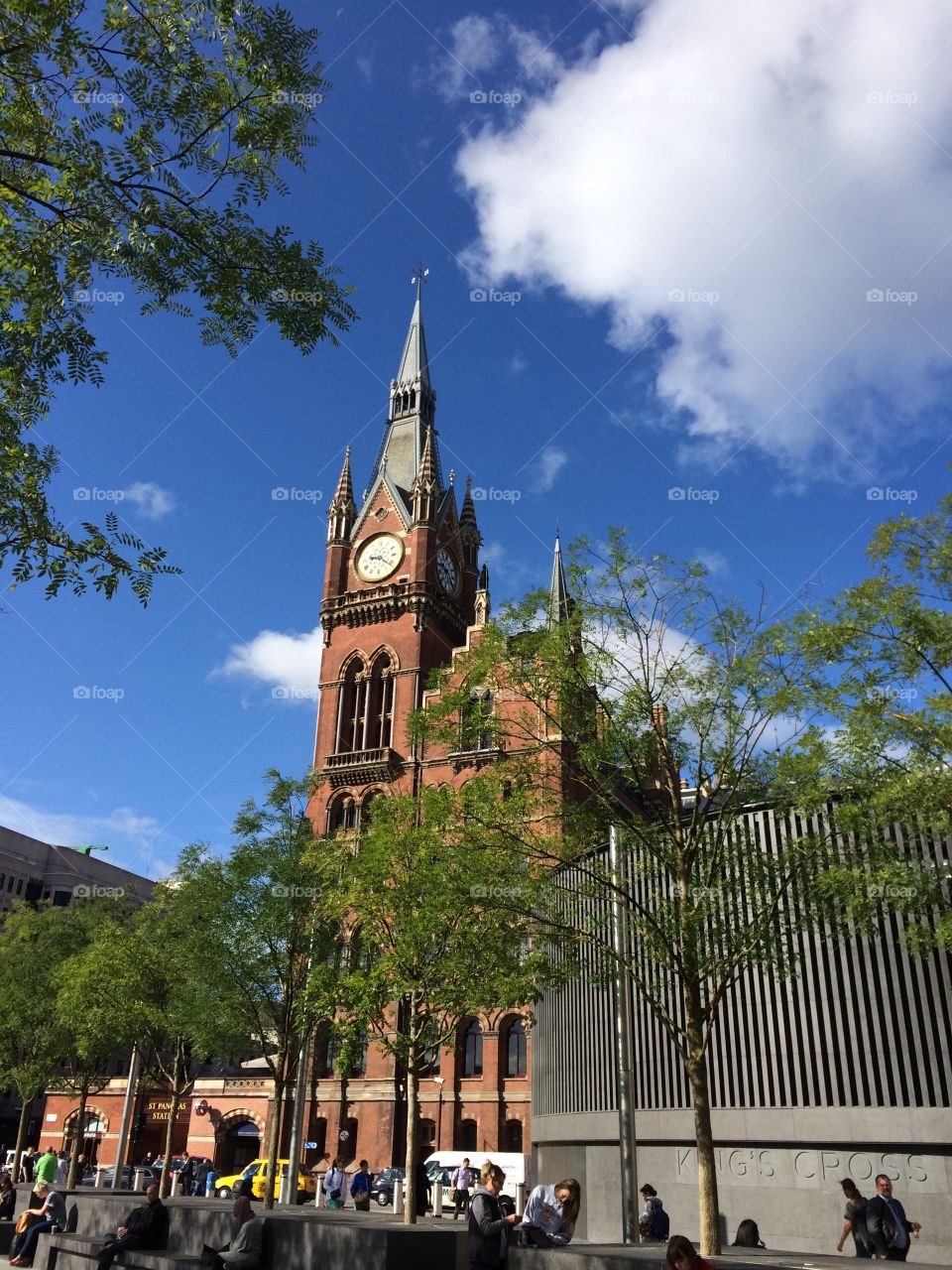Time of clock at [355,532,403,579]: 9:21
